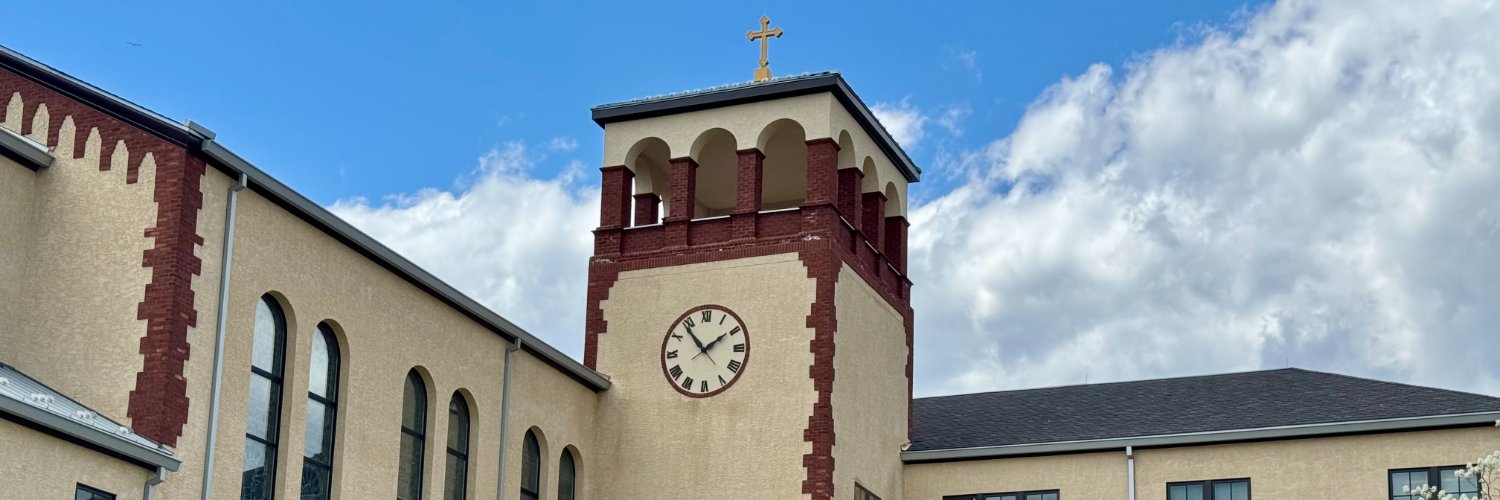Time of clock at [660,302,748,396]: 1:53
